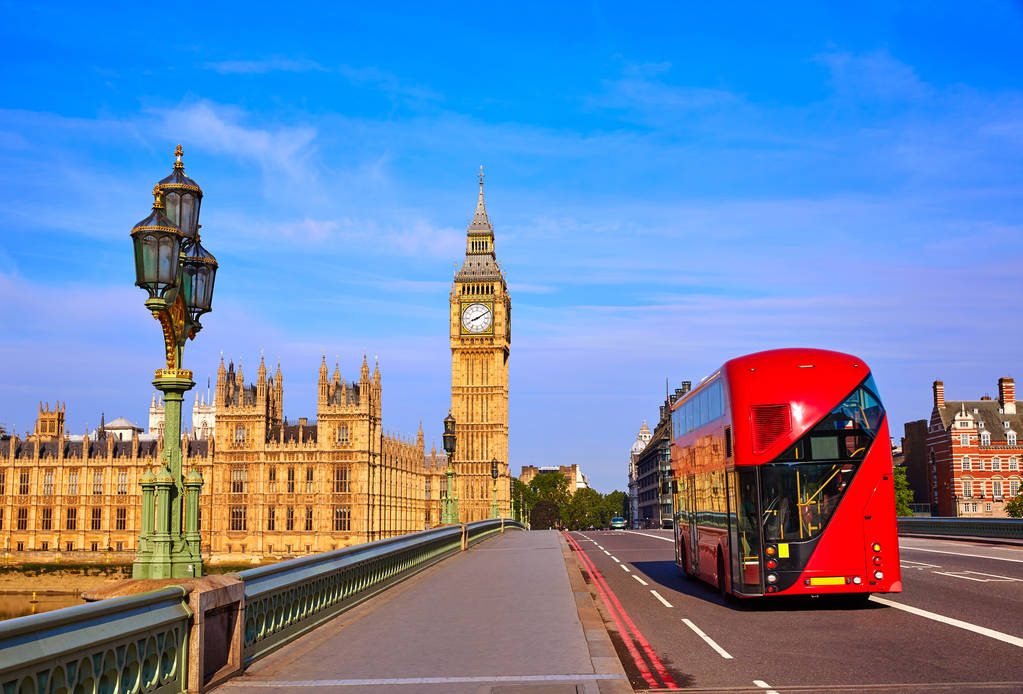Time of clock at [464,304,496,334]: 8:09
